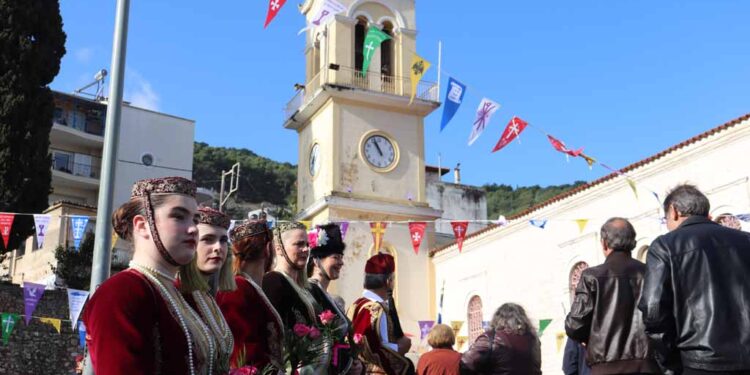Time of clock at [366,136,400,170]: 10:56
